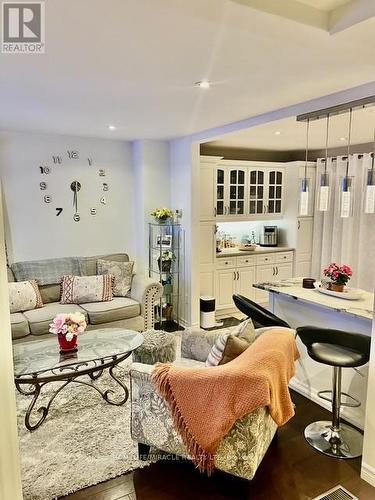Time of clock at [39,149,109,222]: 6:30
